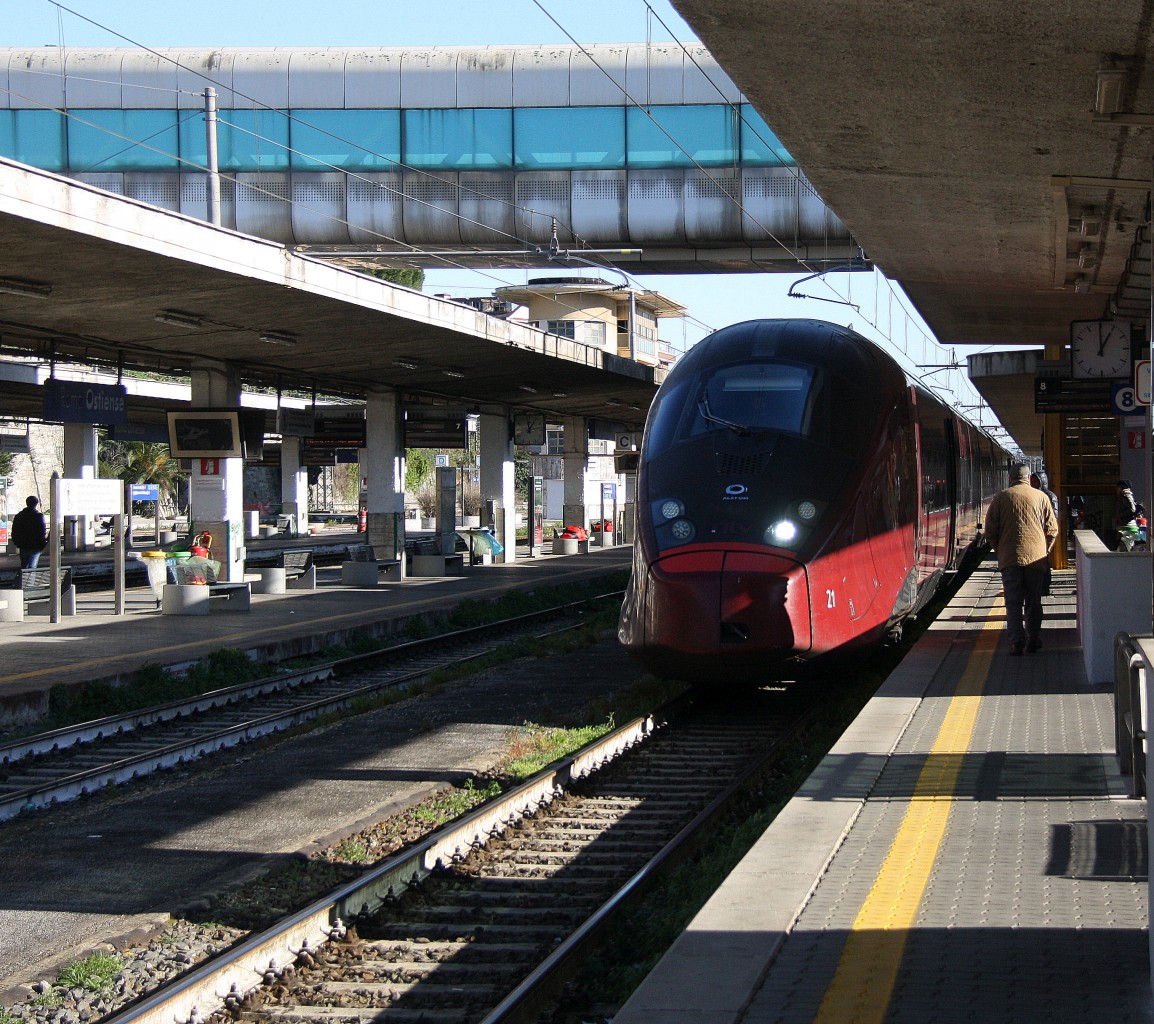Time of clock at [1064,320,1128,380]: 12:59
